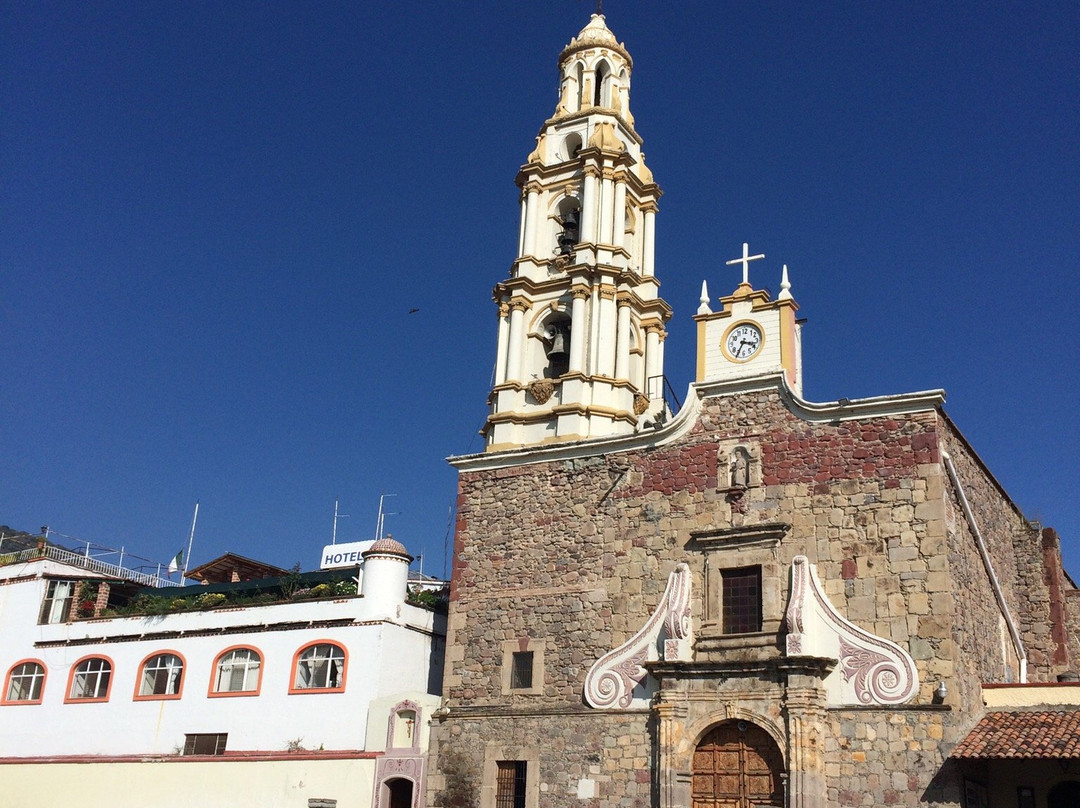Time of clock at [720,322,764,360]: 3:34
